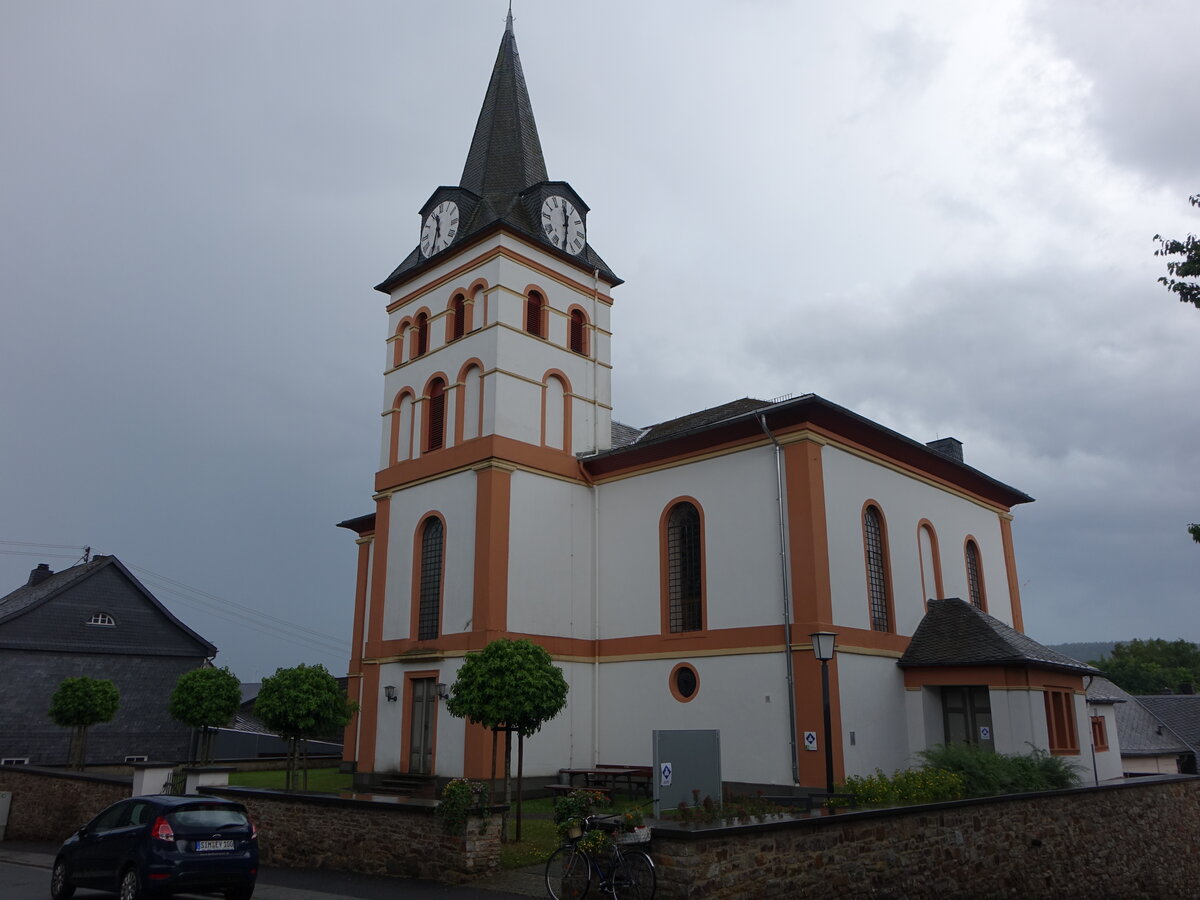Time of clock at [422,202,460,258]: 11:32
